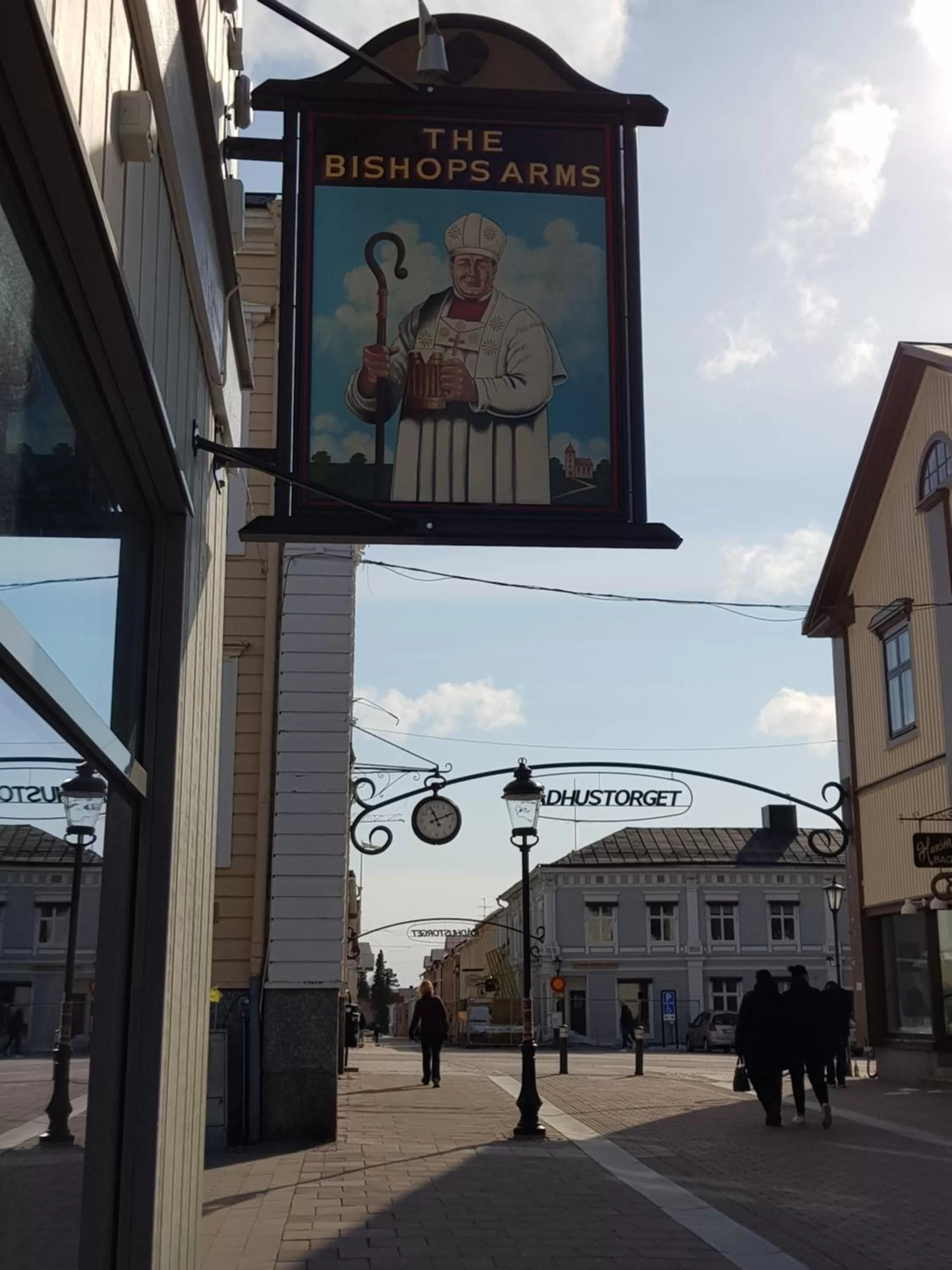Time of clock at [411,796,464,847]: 11:11
